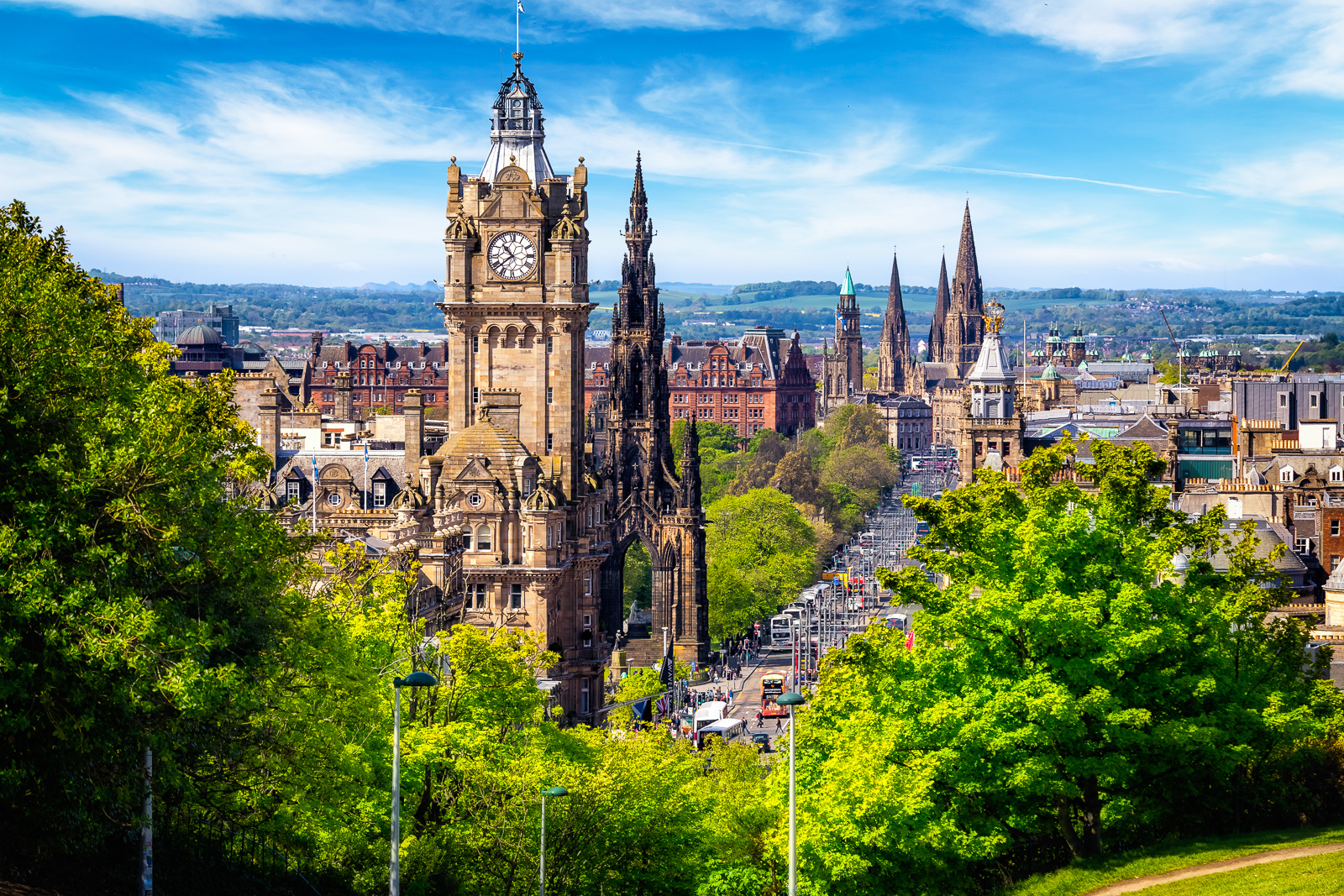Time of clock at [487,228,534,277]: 10:38
